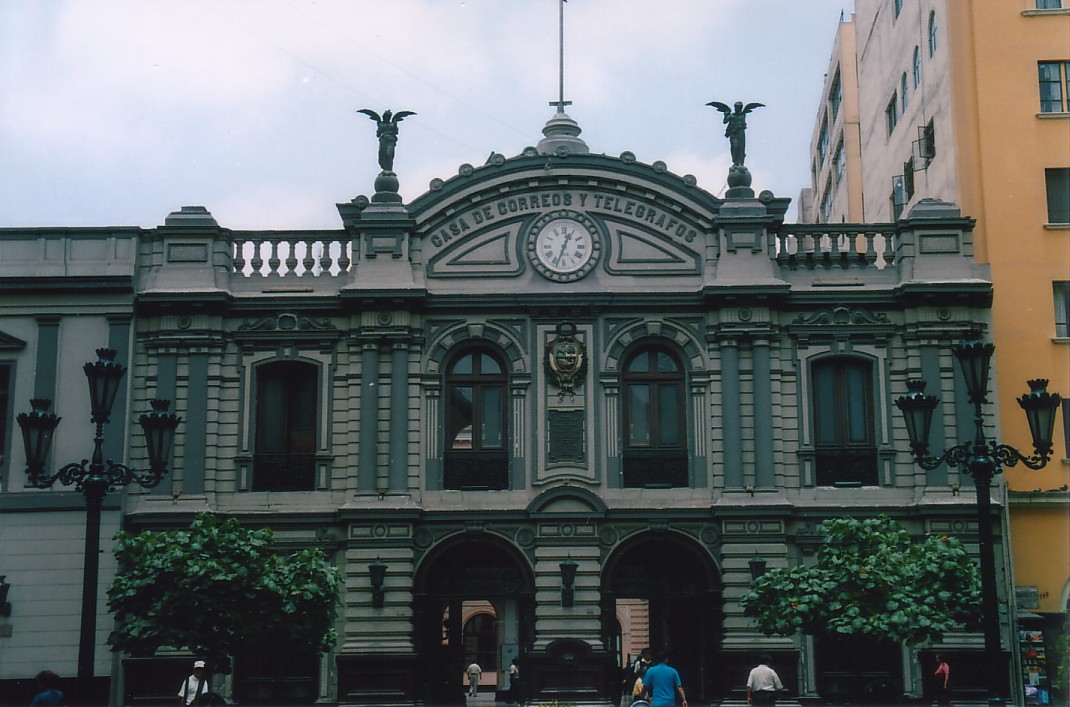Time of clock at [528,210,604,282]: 12:33
